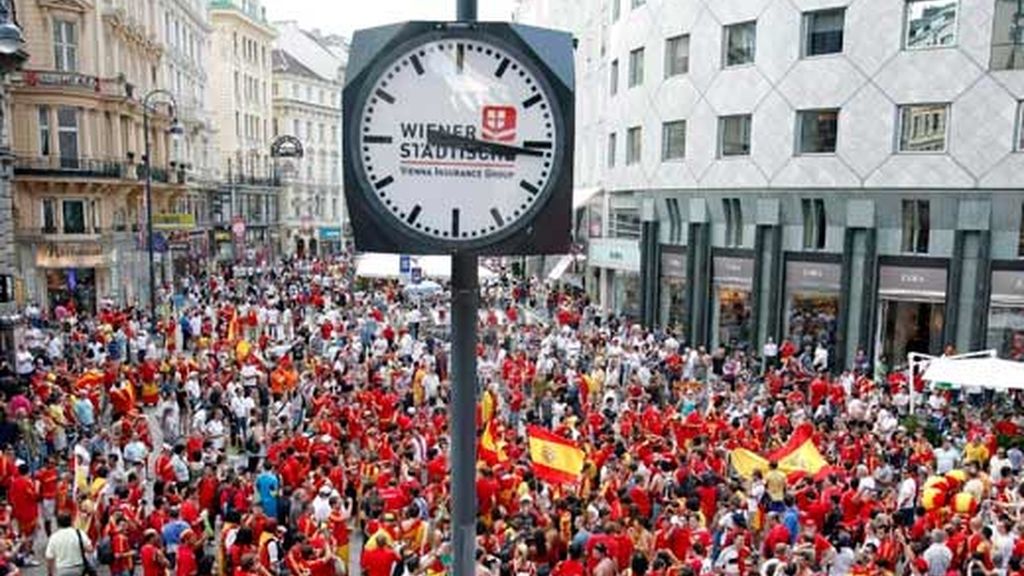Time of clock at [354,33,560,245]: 3:15
